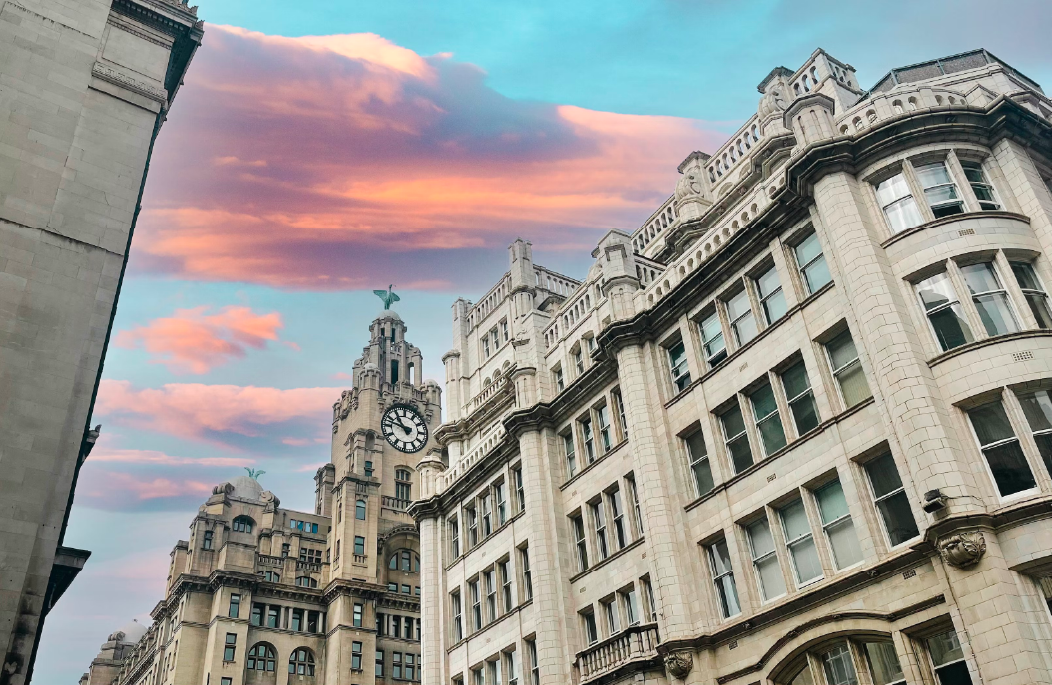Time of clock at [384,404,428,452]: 10:47
